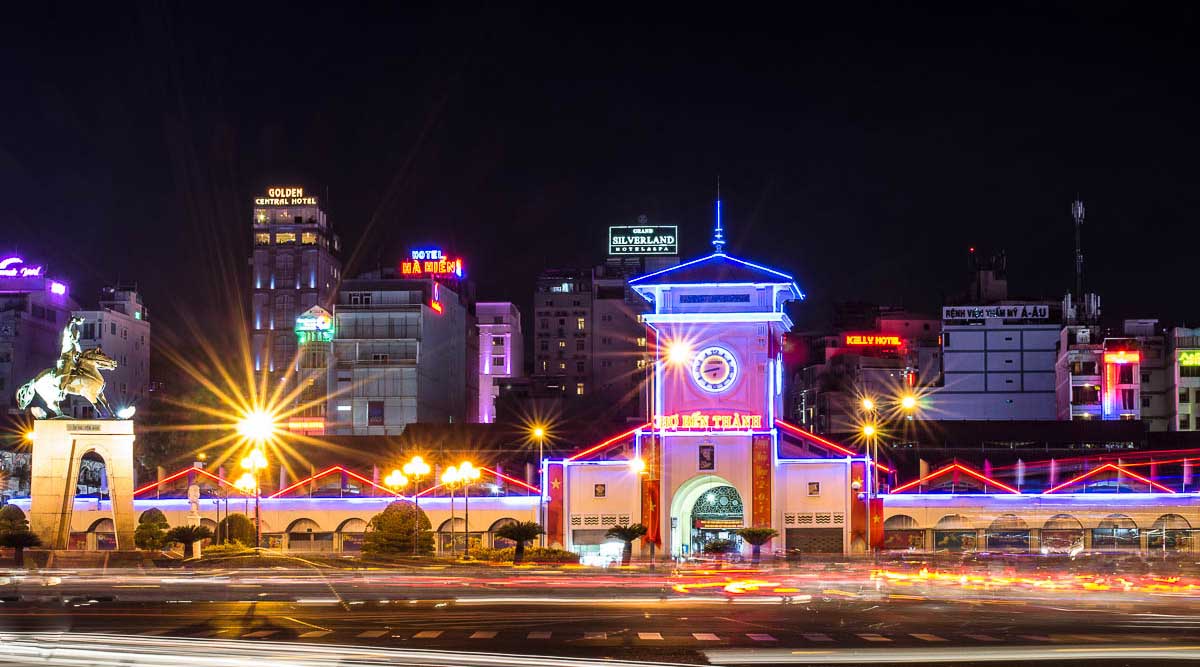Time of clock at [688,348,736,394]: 8:43
